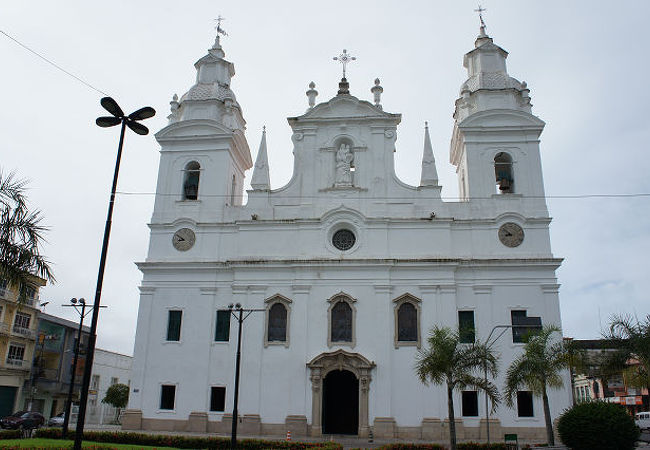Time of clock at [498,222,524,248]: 8:52
